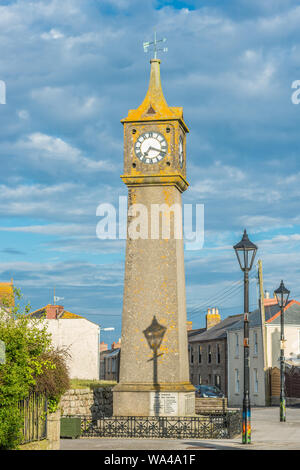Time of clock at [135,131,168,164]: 7:18
